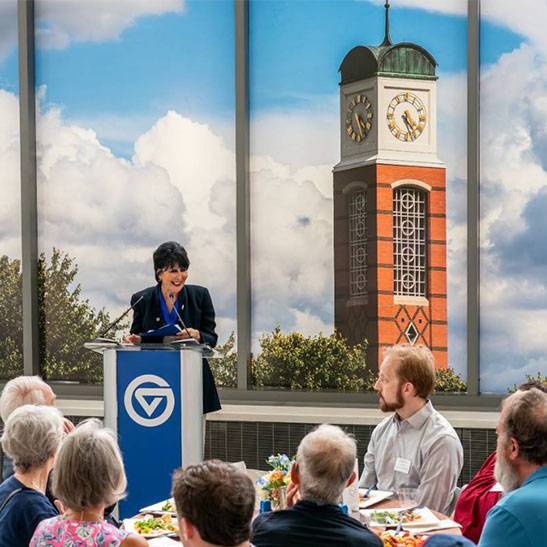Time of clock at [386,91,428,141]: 4:26
